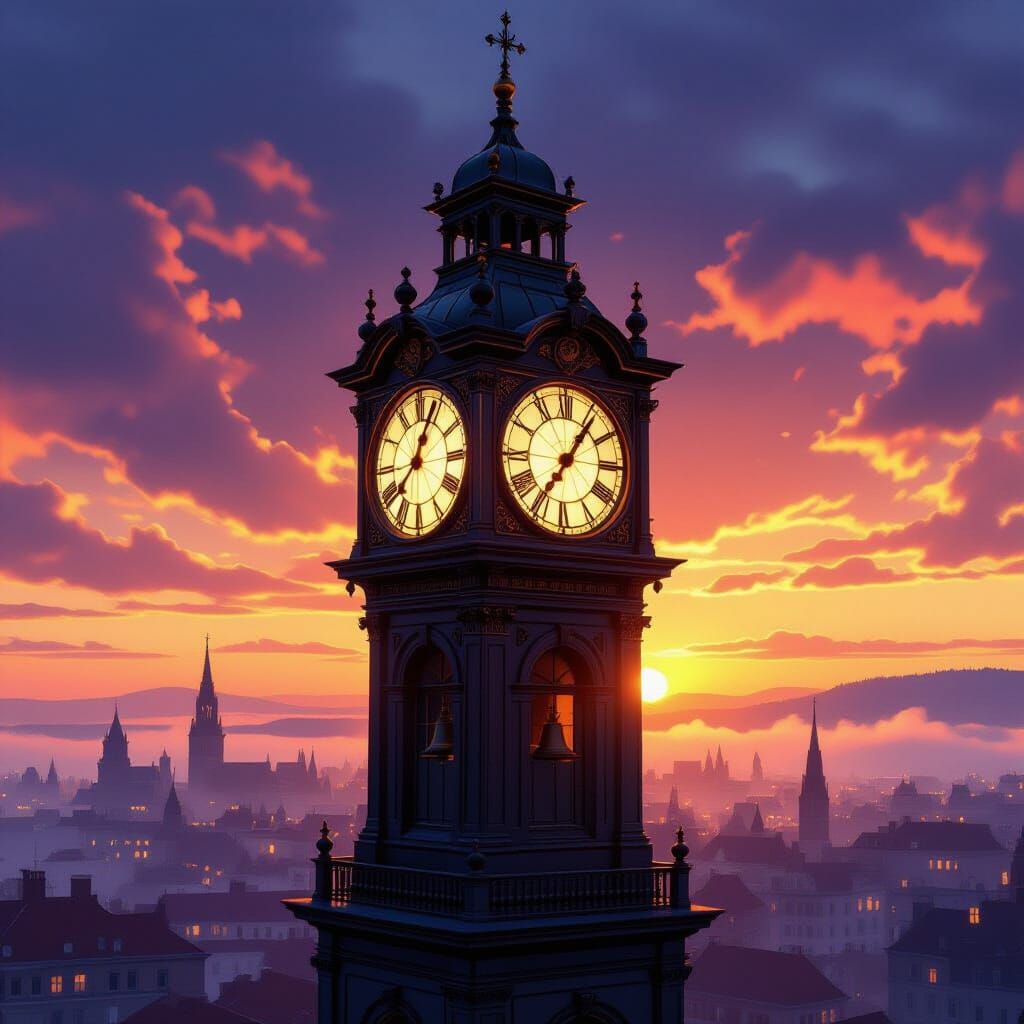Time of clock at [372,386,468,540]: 12:37
